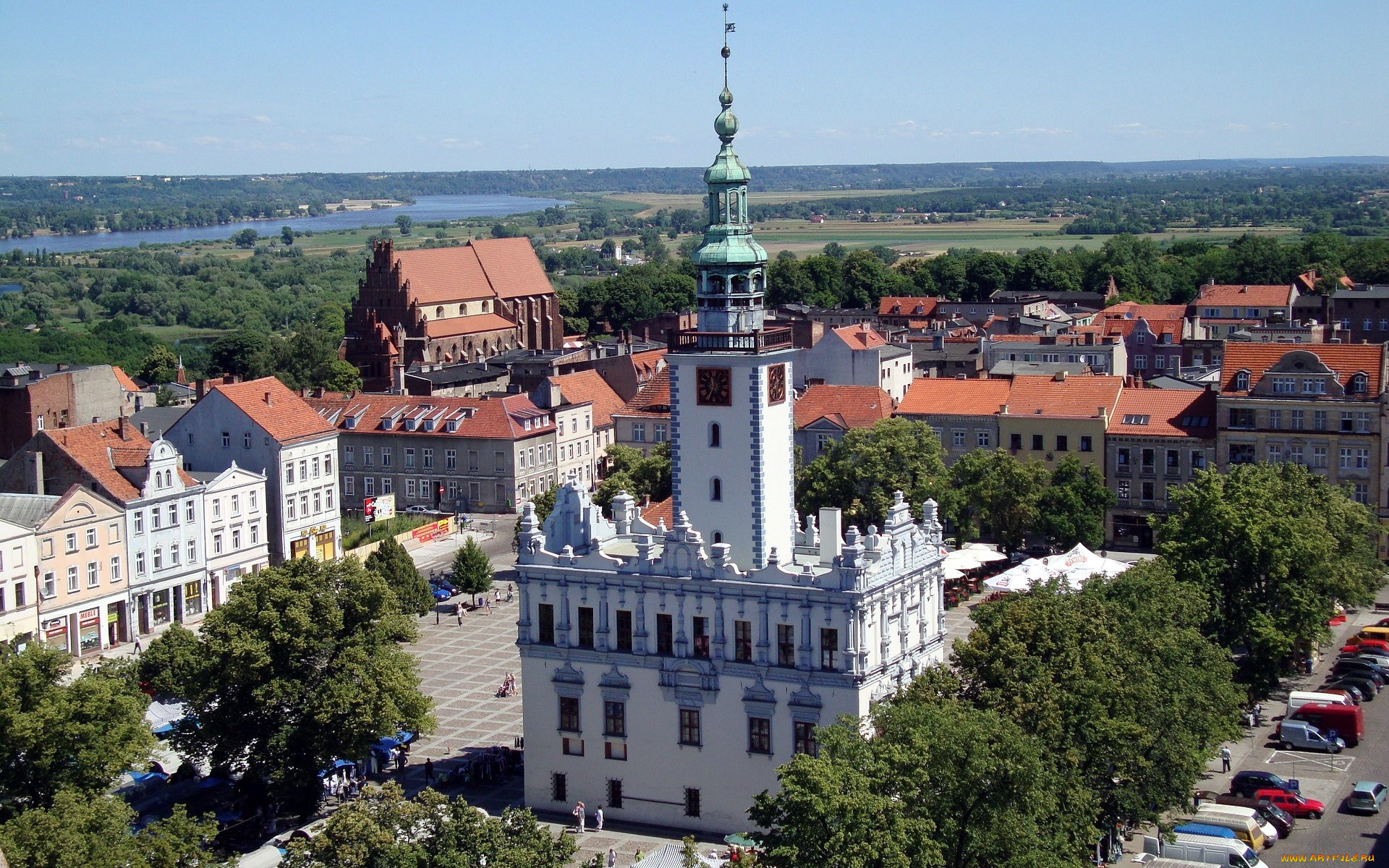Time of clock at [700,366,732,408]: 11:34
